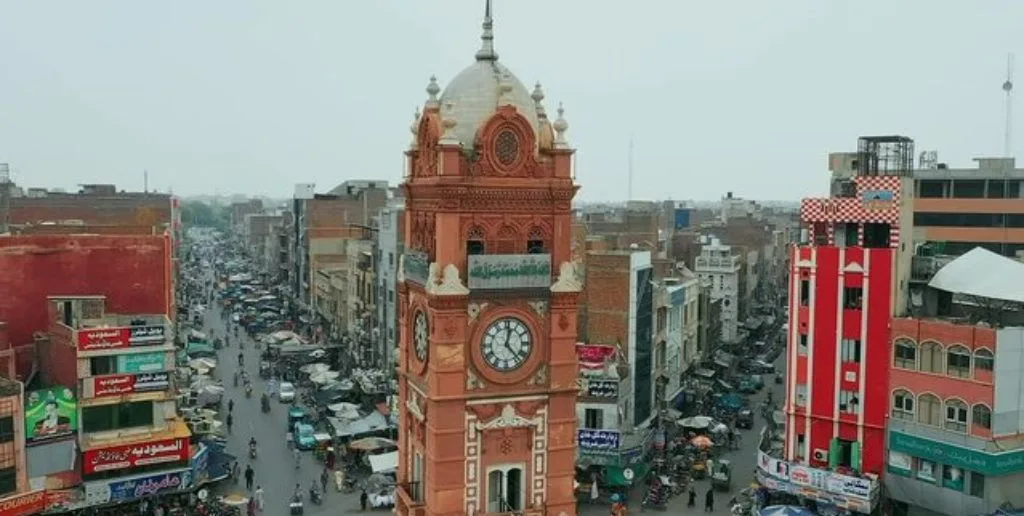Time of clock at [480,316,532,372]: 12:23
